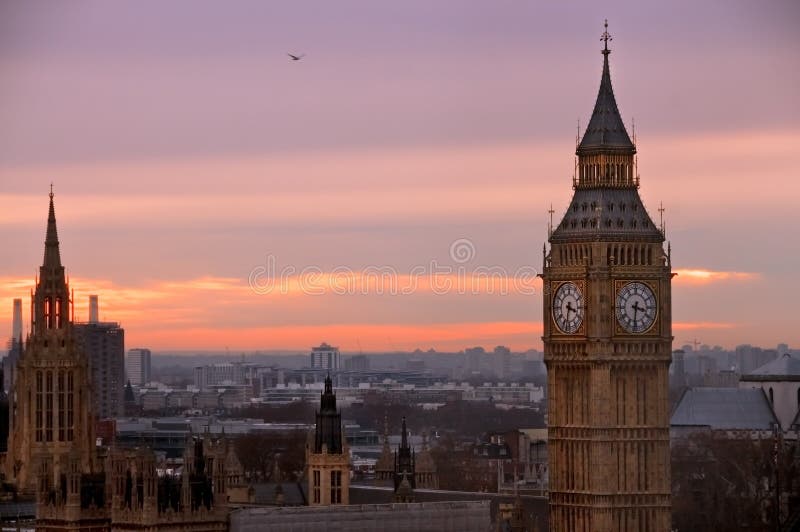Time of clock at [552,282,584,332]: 3:32
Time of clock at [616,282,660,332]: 3:31
